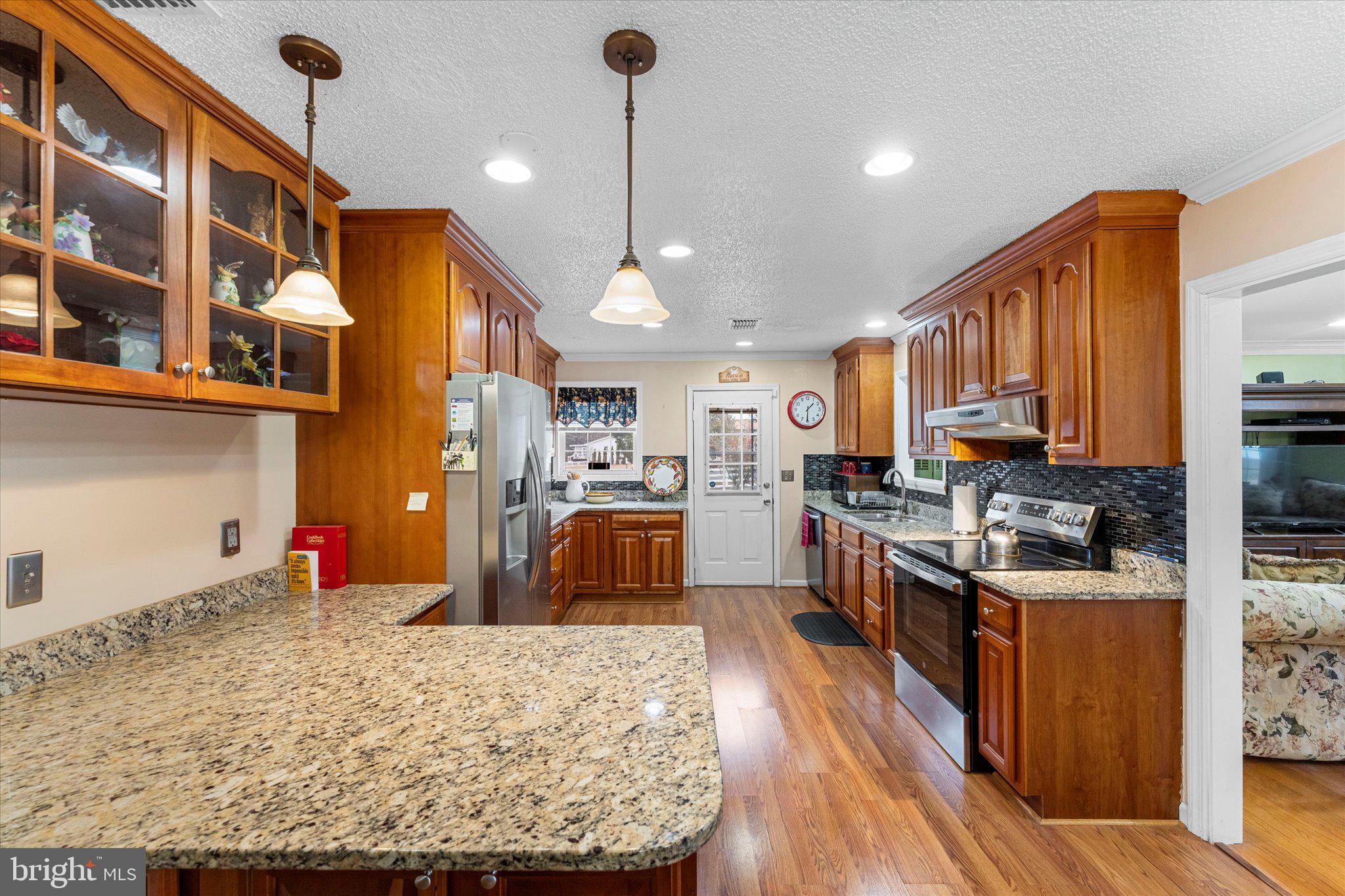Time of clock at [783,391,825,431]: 1:30
